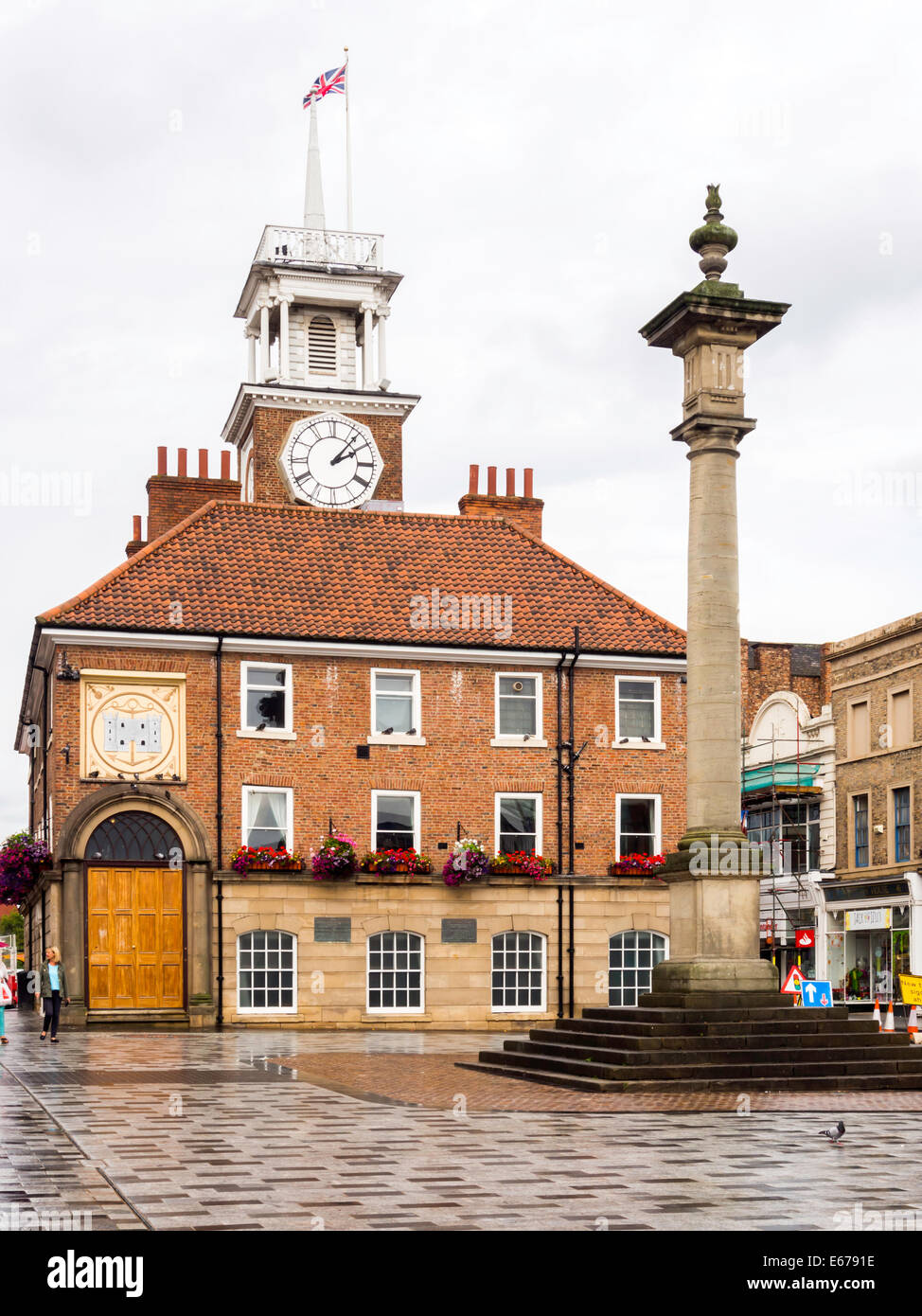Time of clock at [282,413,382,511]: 2:06
